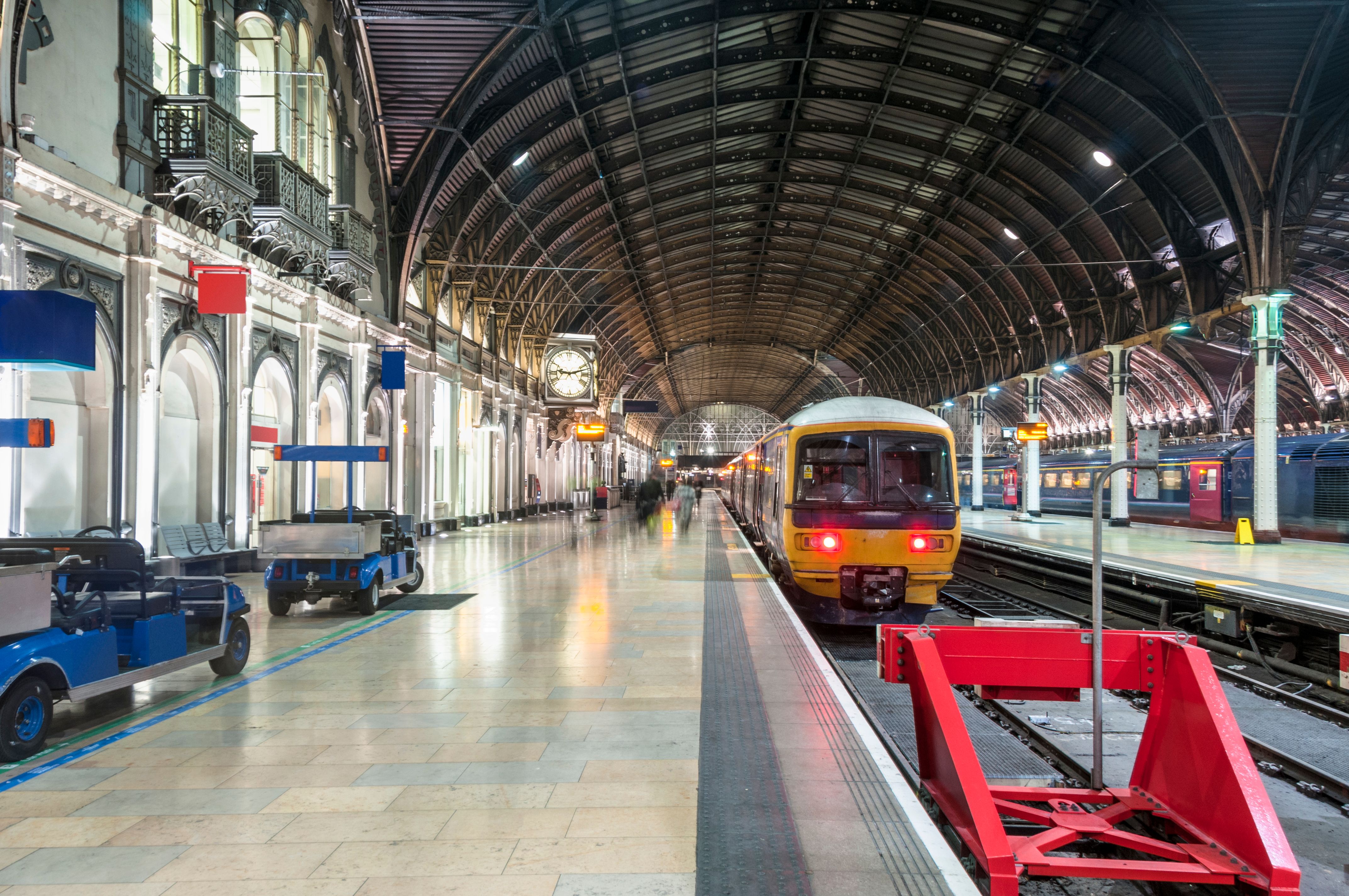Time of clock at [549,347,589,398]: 9:12
